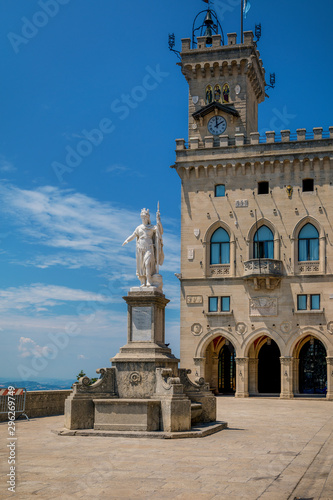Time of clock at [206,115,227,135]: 1:59
